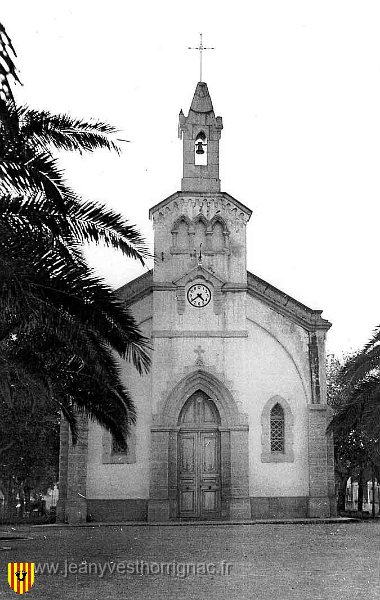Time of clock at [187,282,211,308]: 4:38
